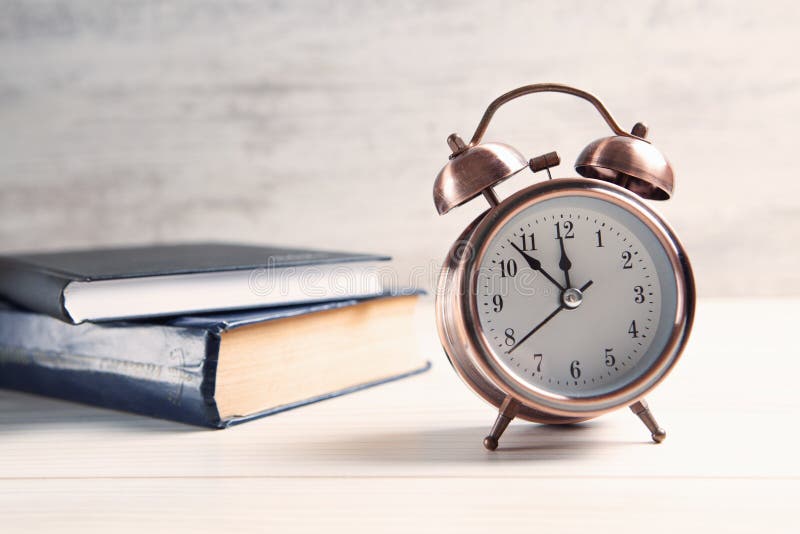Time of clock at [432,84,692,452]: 11:52
